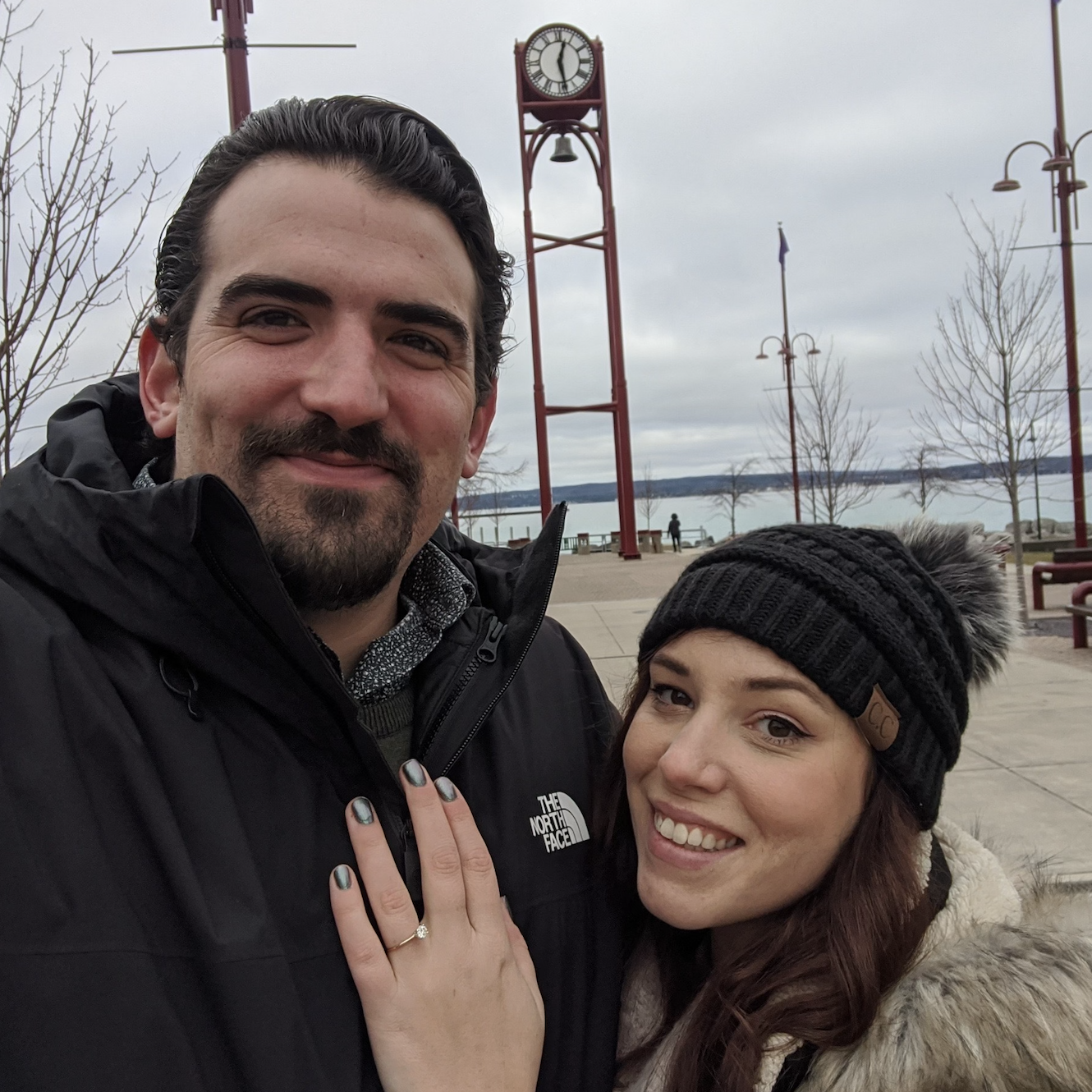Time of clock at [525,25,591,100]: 12:28
